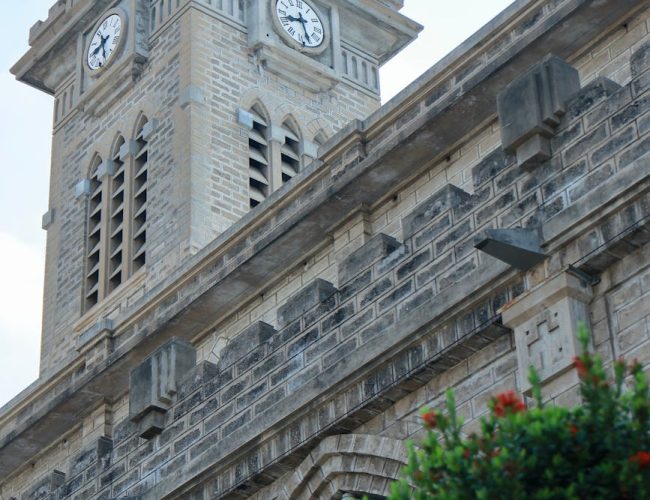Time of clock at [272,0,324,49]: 8:27
